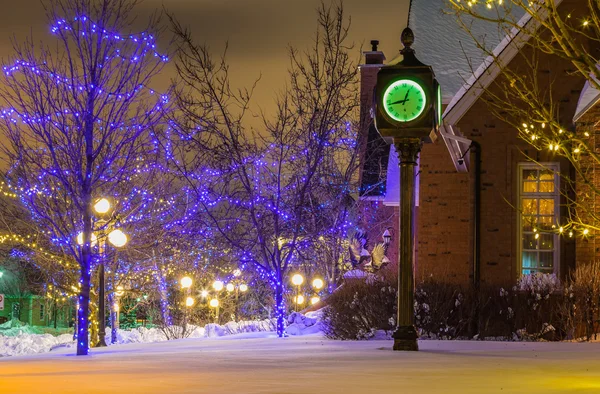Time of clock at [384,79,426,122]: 12:43
